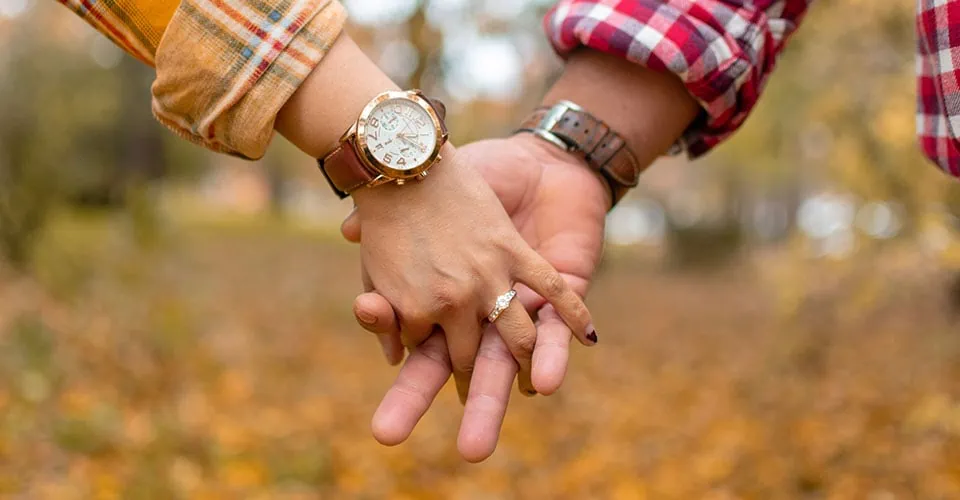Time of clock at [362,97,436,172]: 3:20
